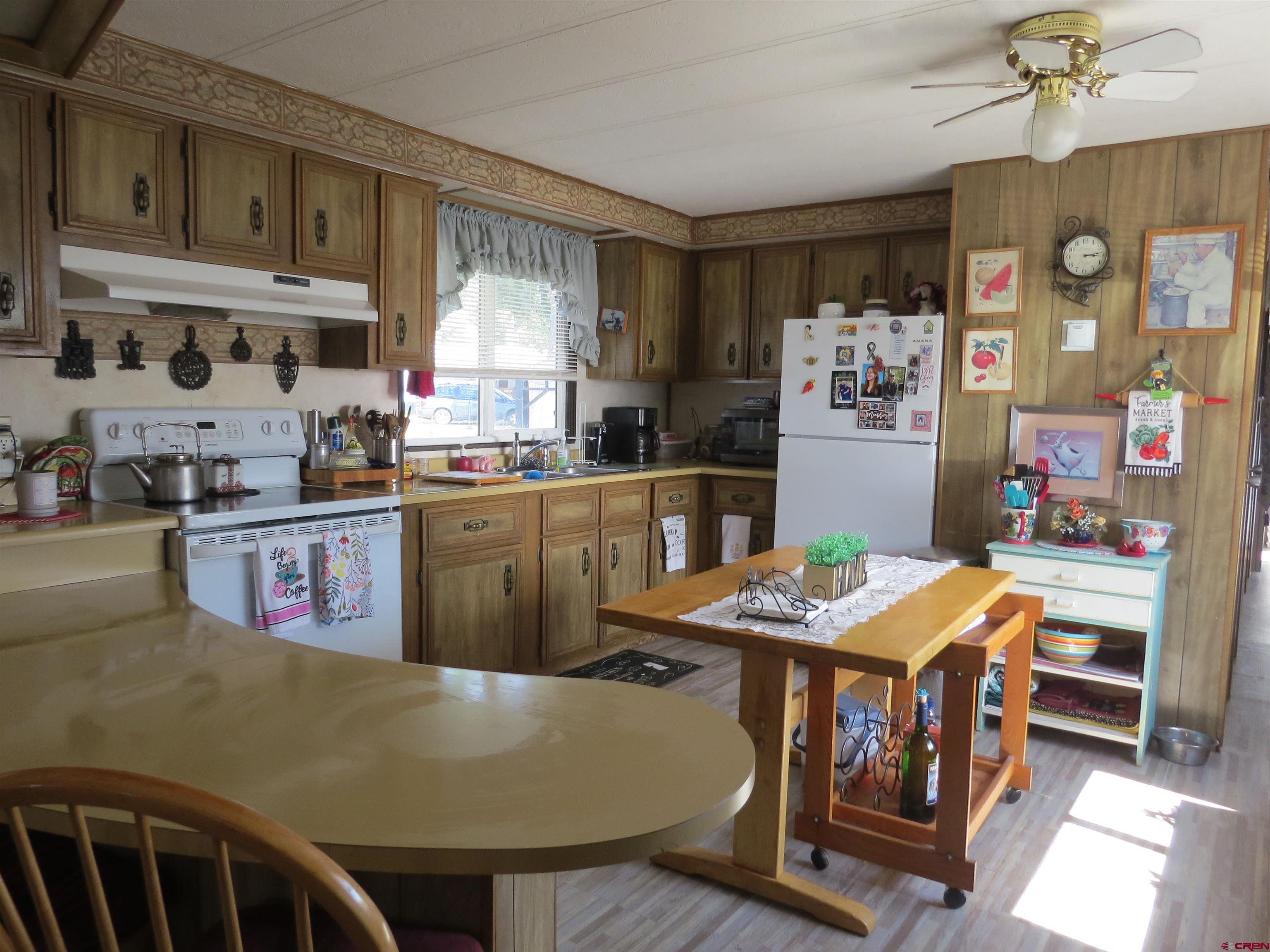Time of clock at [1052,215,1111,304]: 3:14
